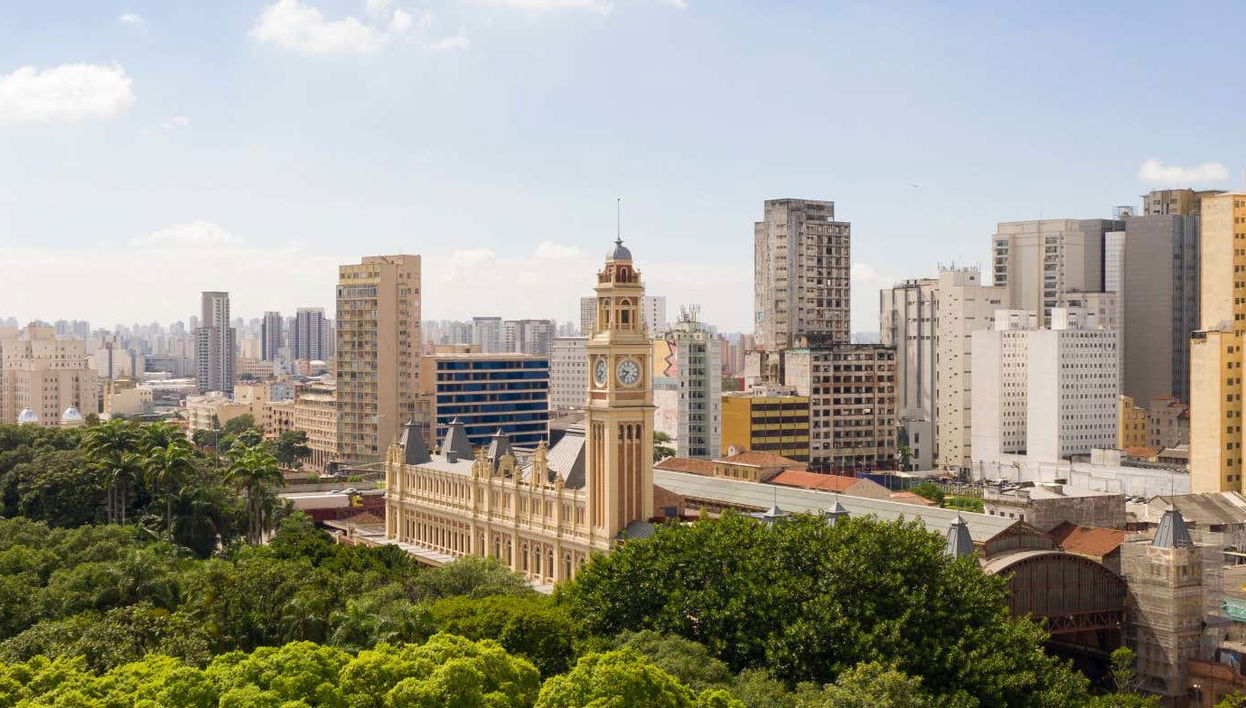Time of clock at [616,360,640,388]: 9:37
